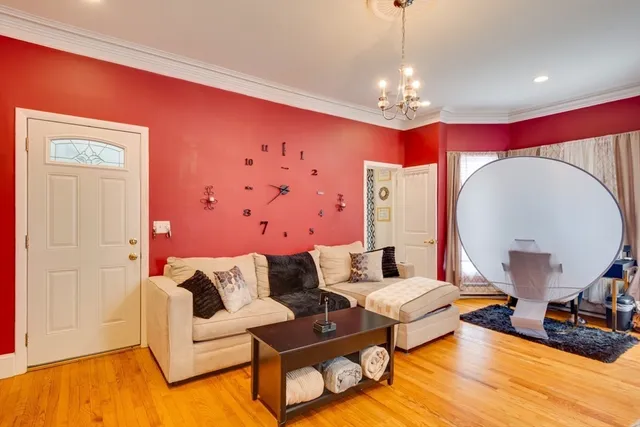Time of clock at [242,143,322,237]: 7:46
